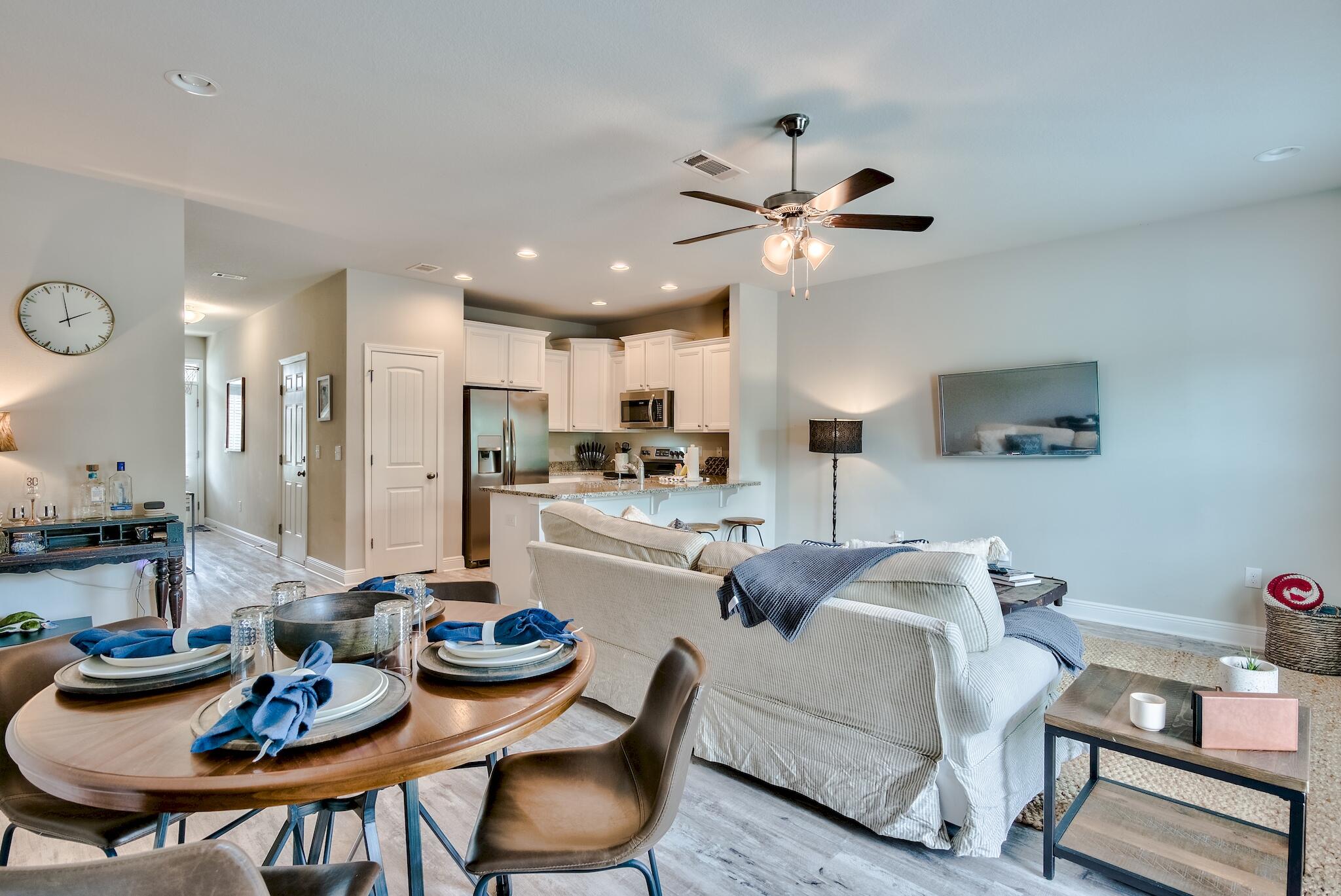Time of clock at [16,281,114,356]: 1:58
